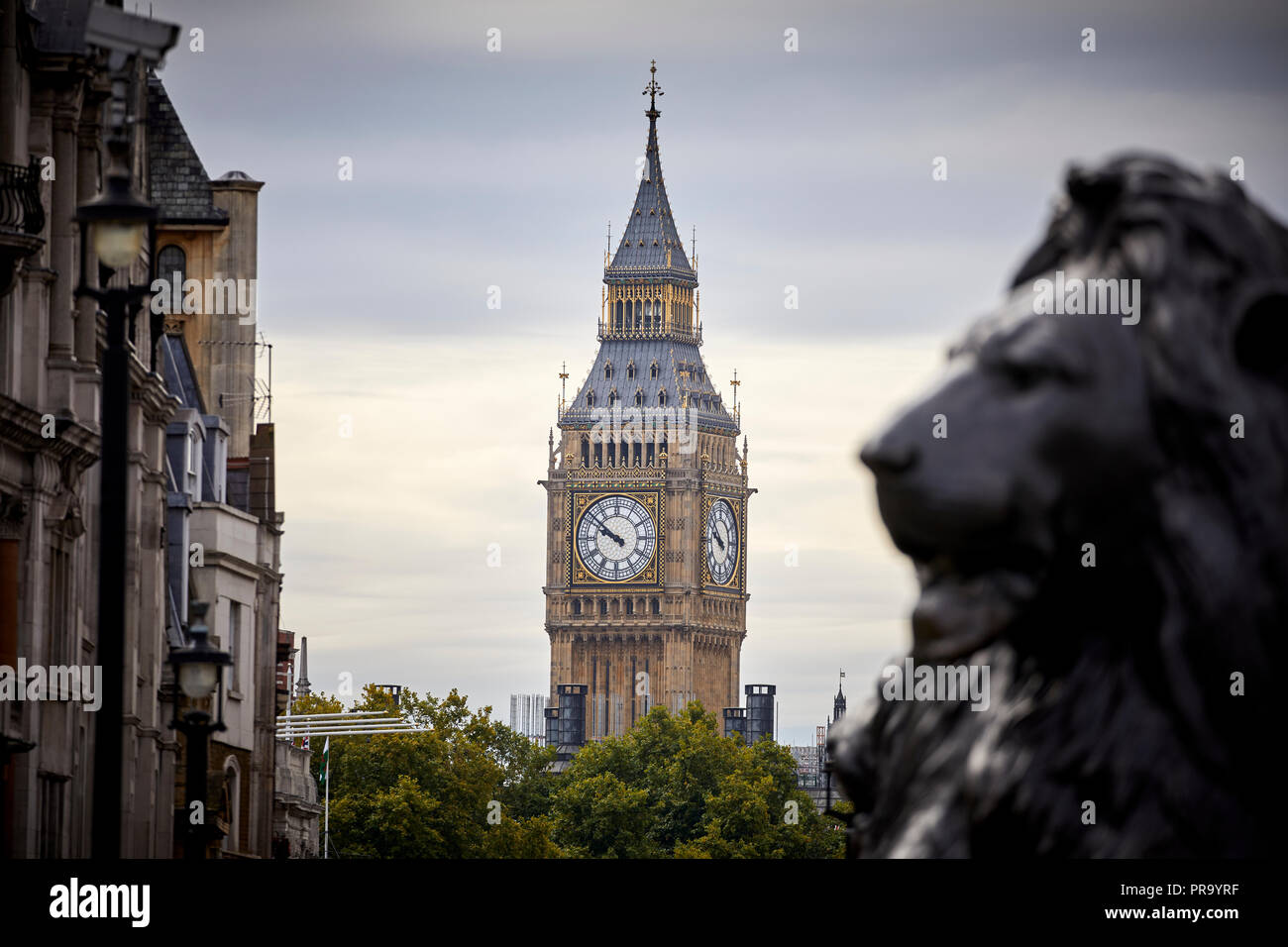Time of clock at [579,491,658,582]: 9:51
